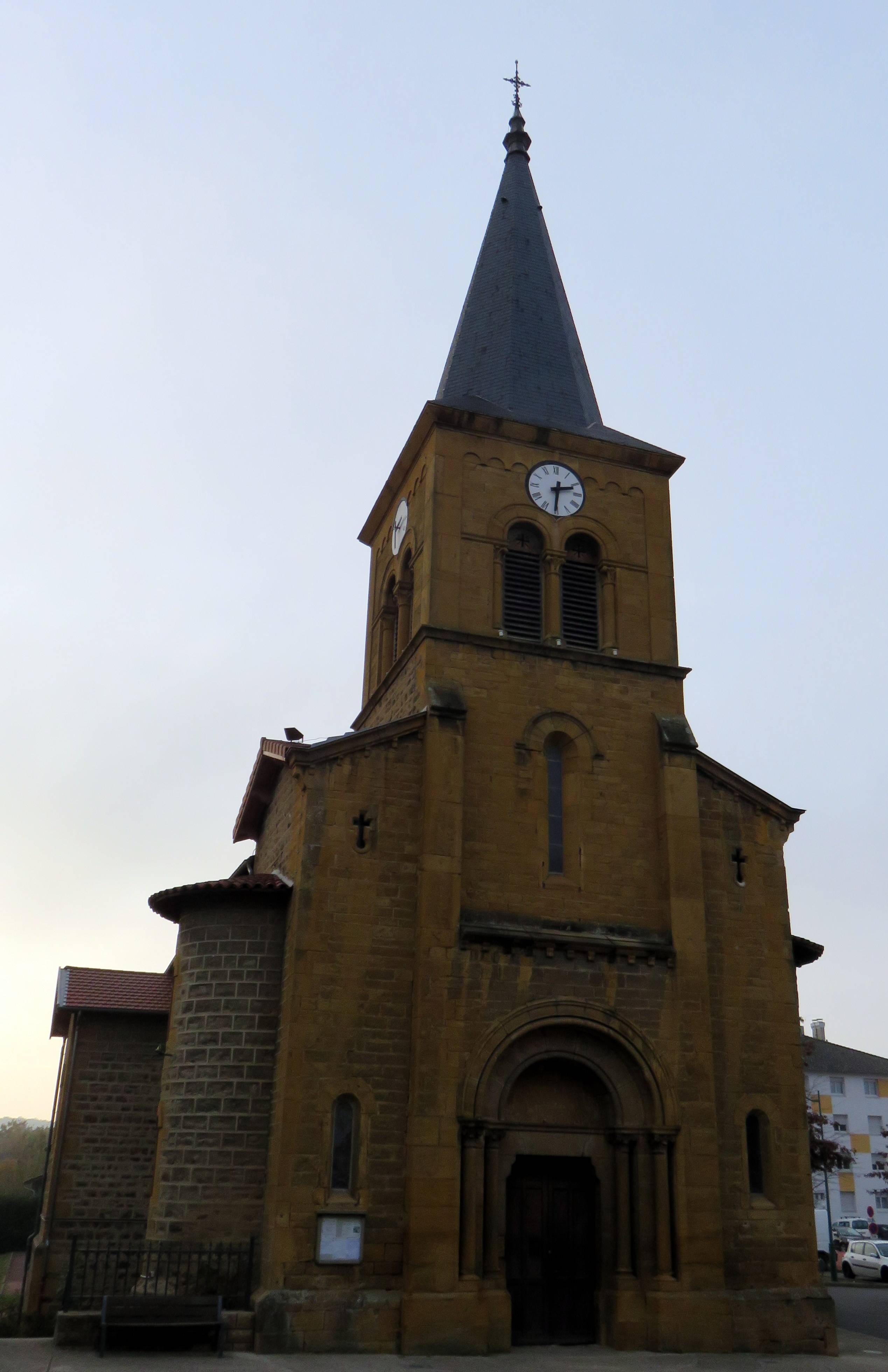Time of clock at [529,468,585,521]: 2:30
